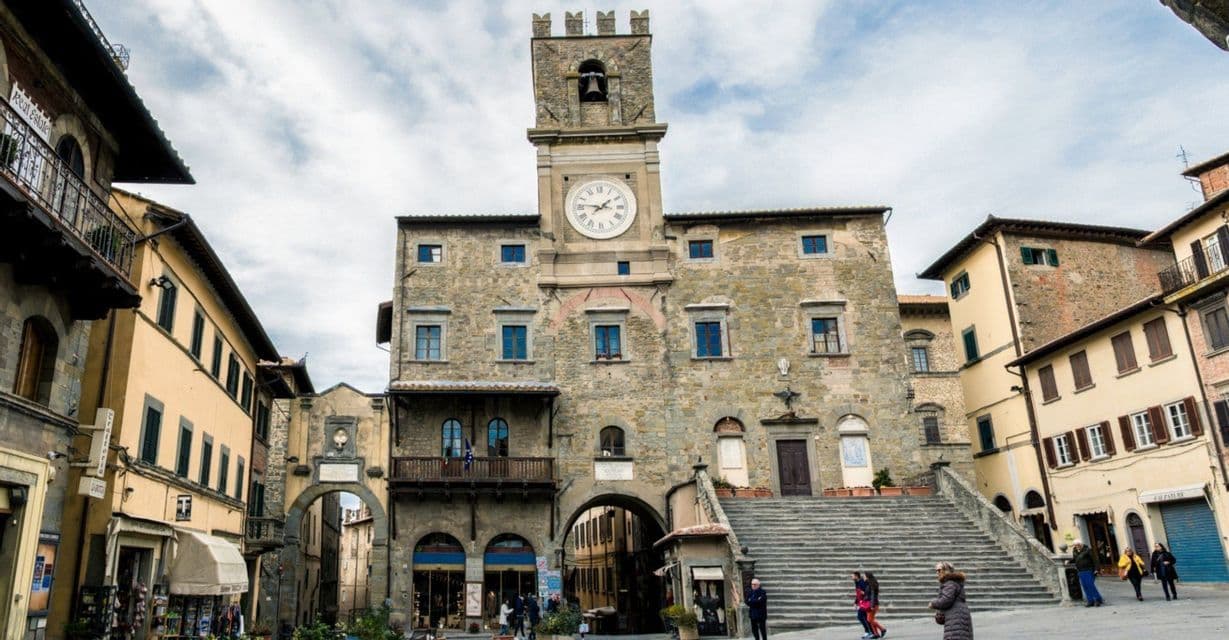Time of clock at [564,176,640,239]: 1:46
